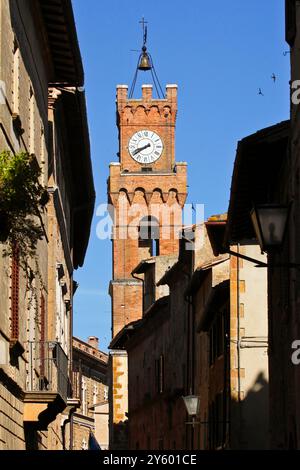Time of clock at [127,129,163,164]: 8:40
